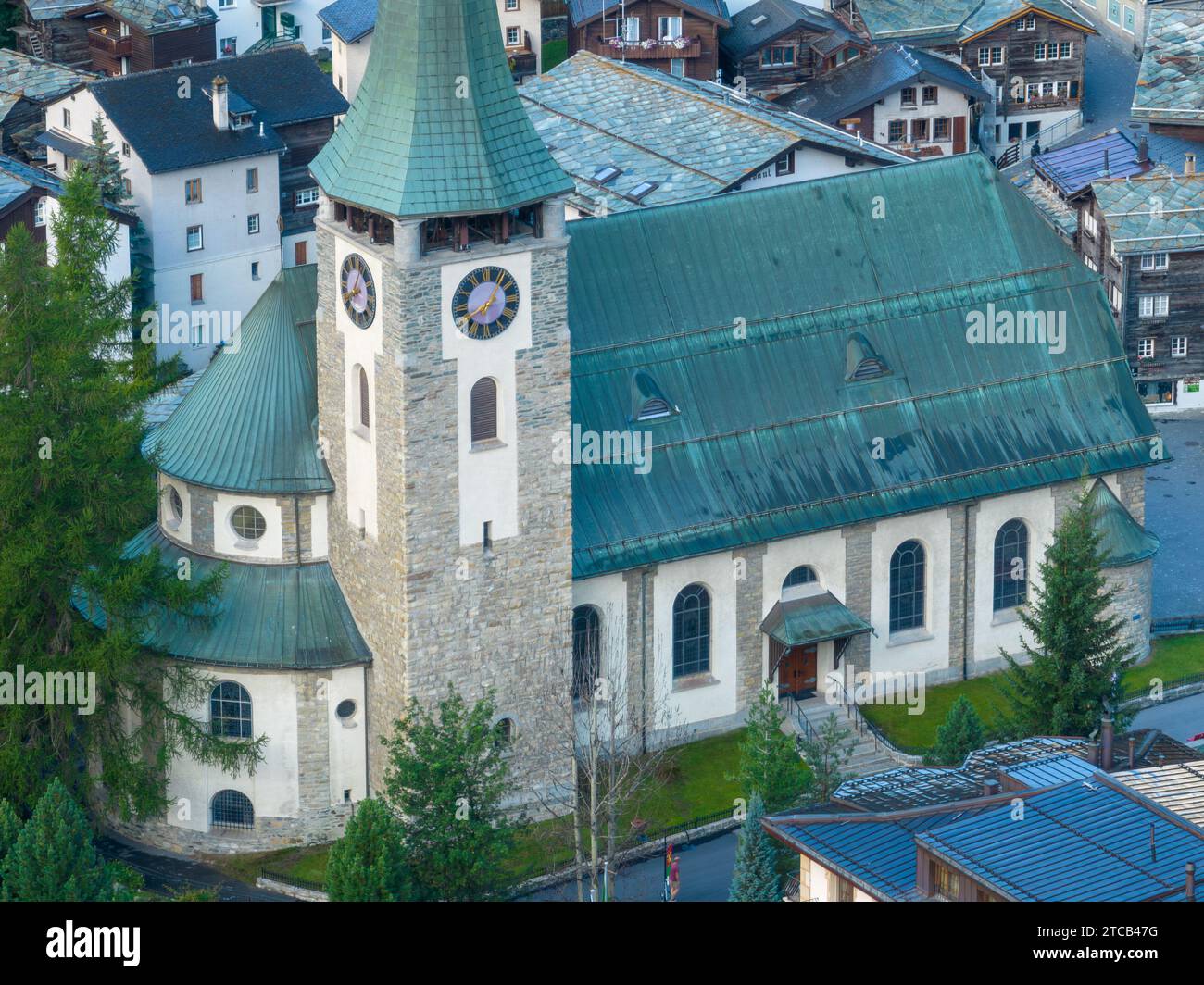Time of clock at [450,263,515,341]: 8:06
